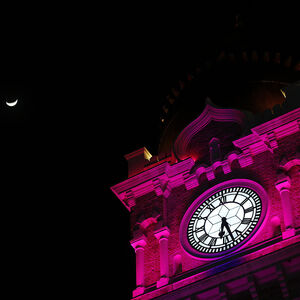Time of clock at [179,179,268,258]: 6:27
